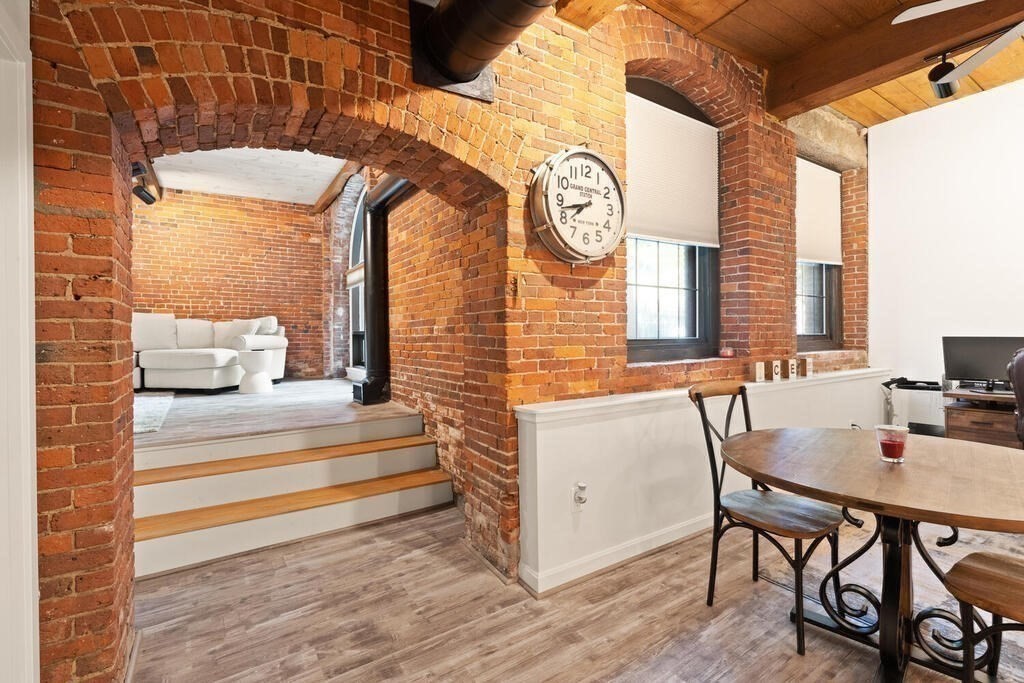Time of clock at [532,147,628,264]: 7:42
